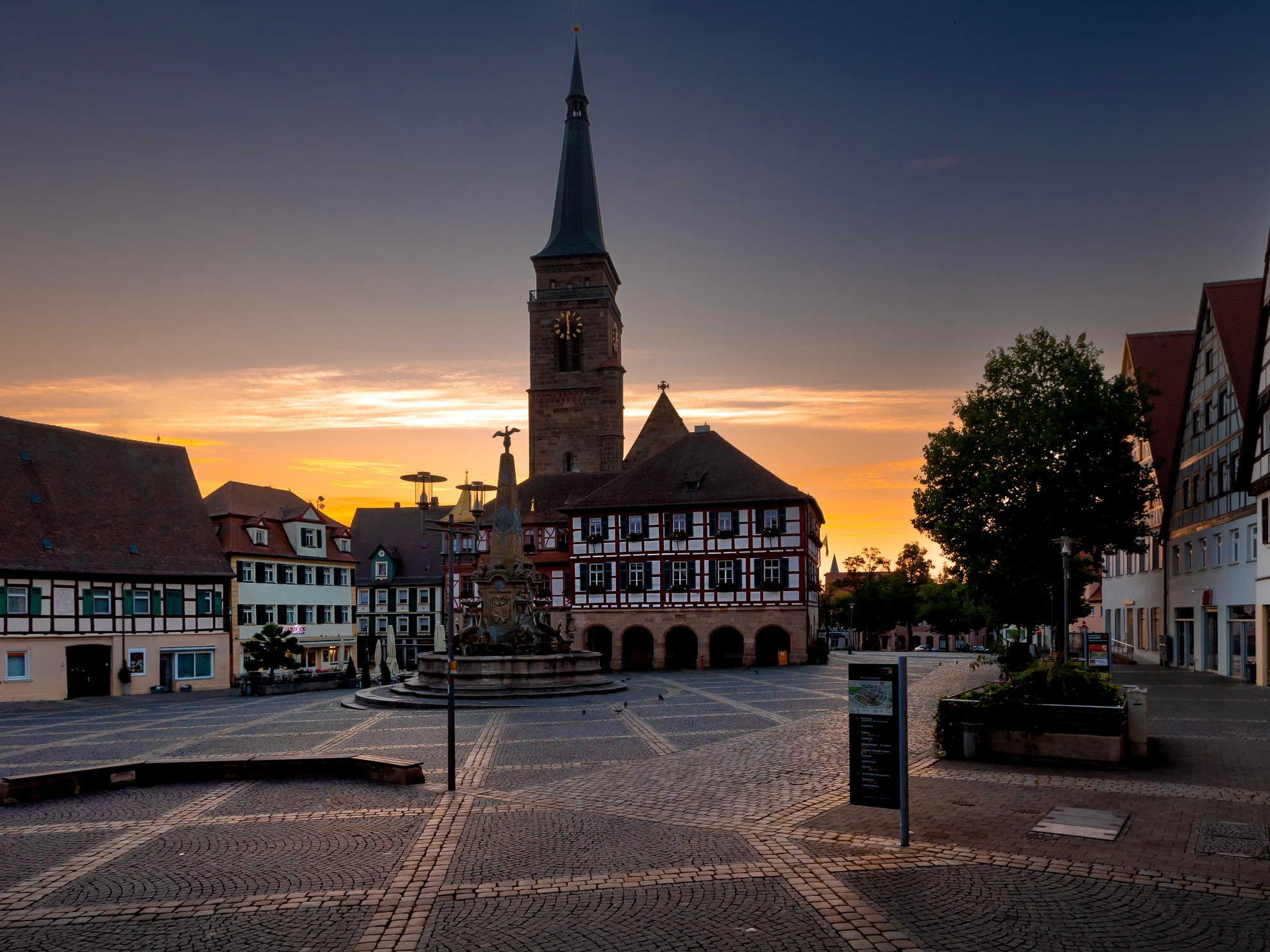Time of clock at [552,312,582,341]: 5:59
